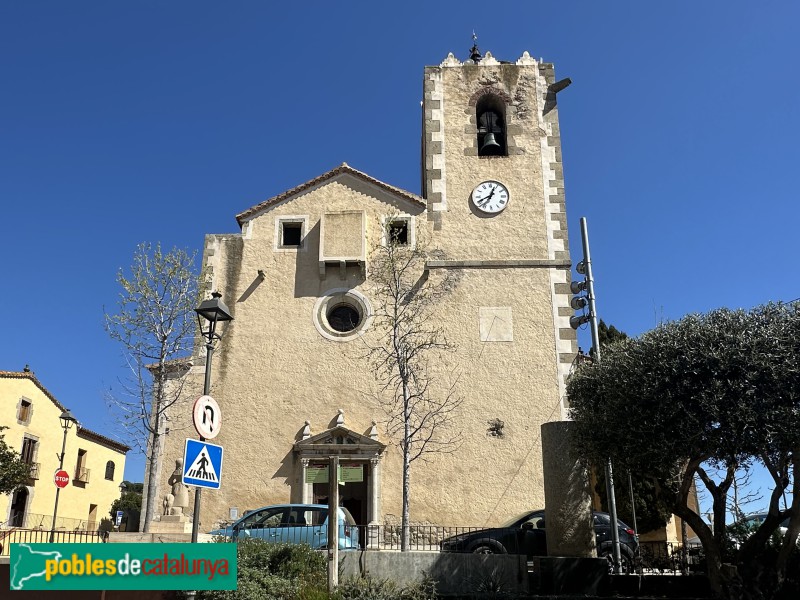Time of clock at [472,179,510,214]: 12:40
